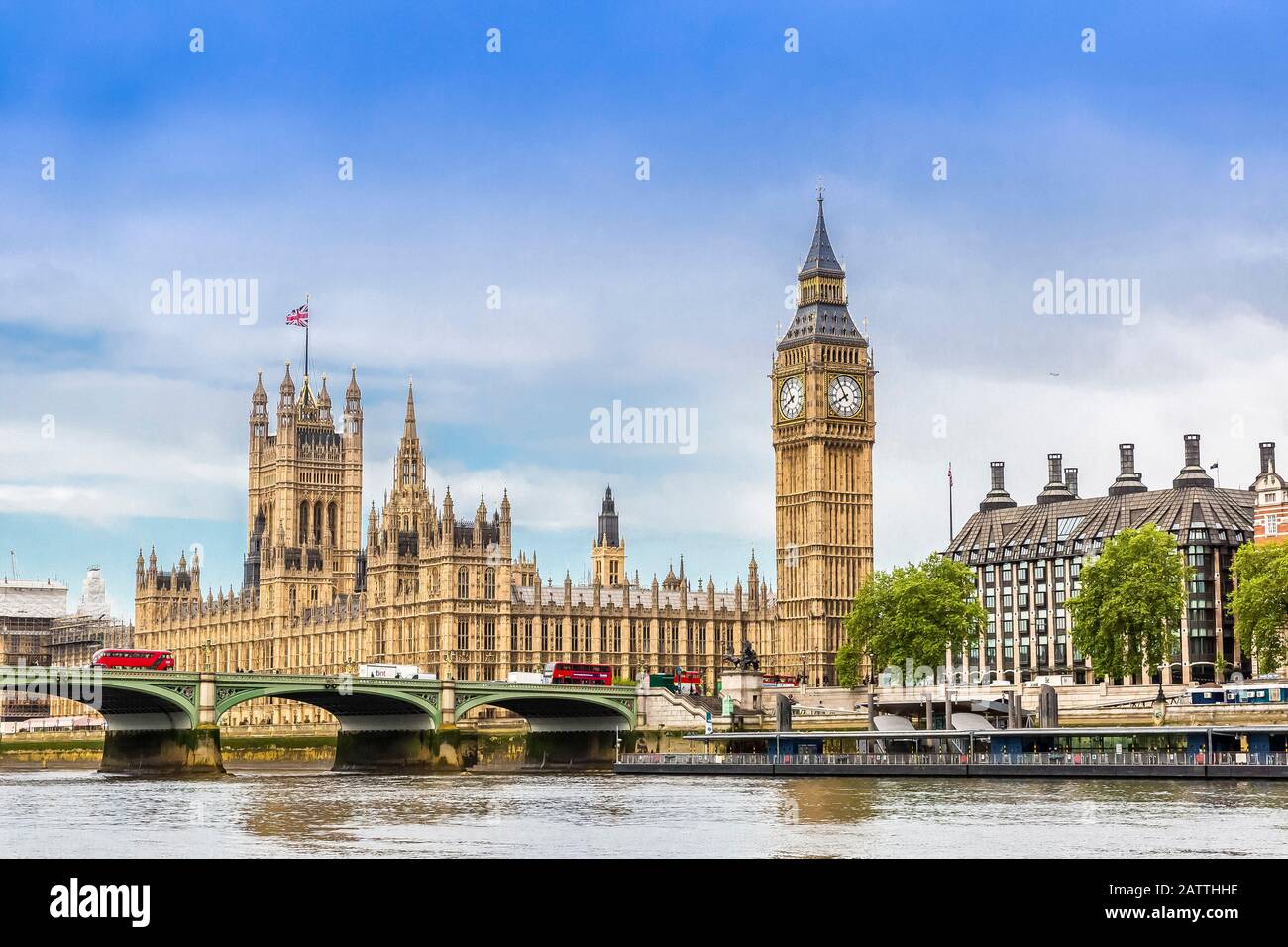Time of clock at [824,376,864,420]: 7:54
